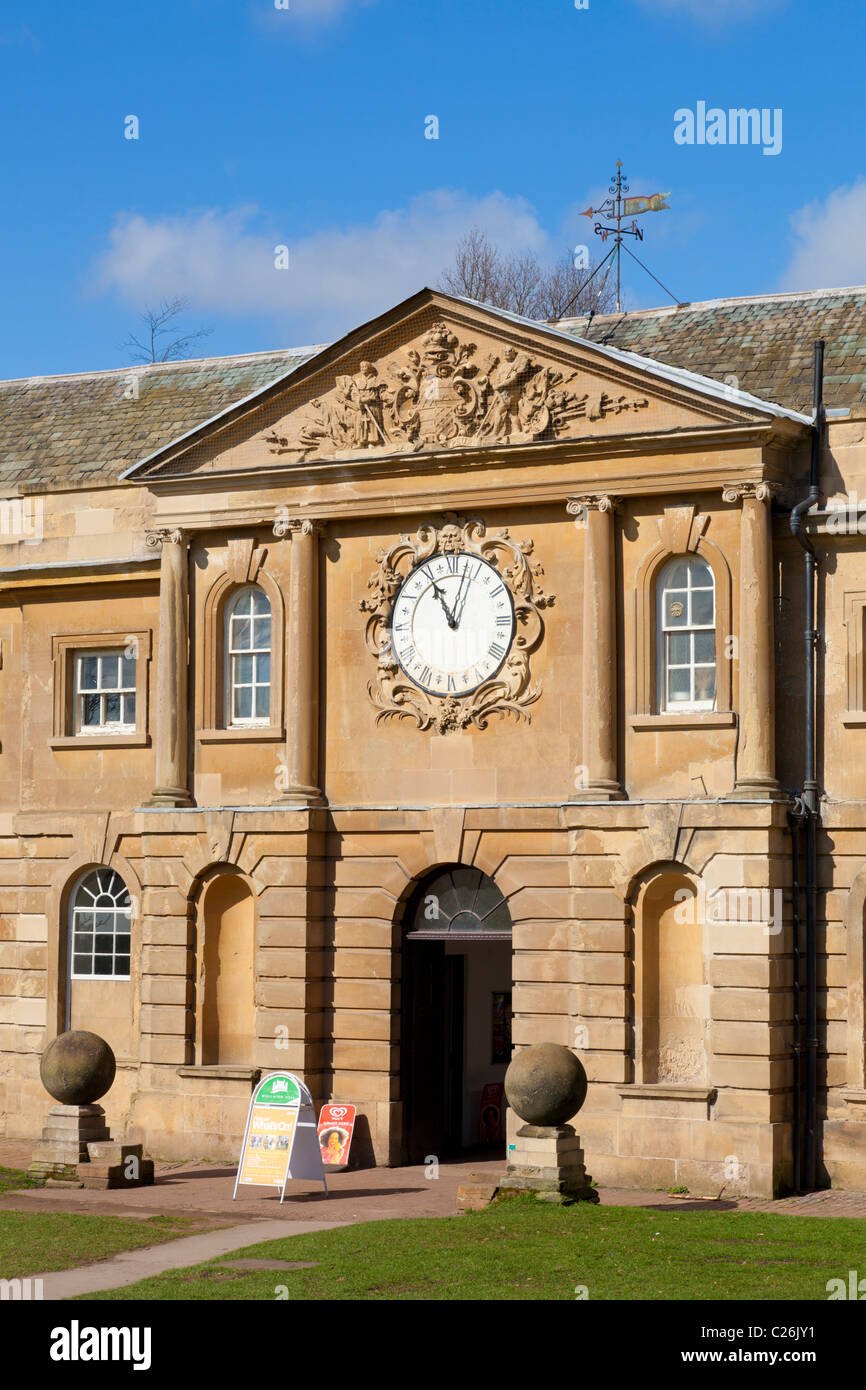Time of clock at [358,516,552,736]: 11:02
